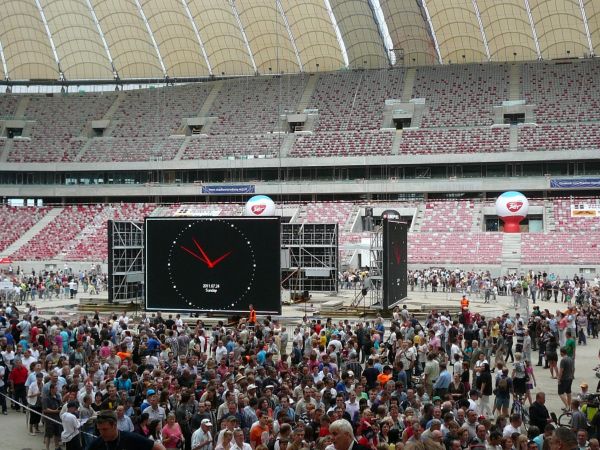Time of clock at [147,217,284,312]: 1:50
